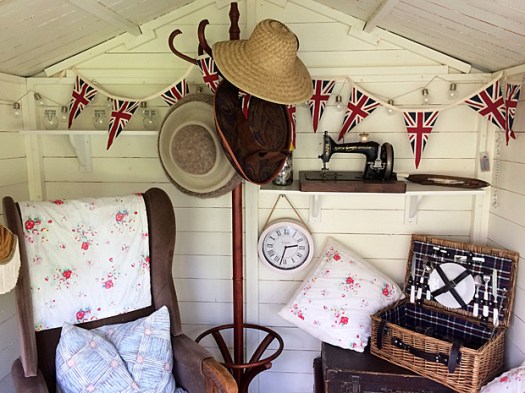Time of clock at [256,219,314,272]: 2:32
